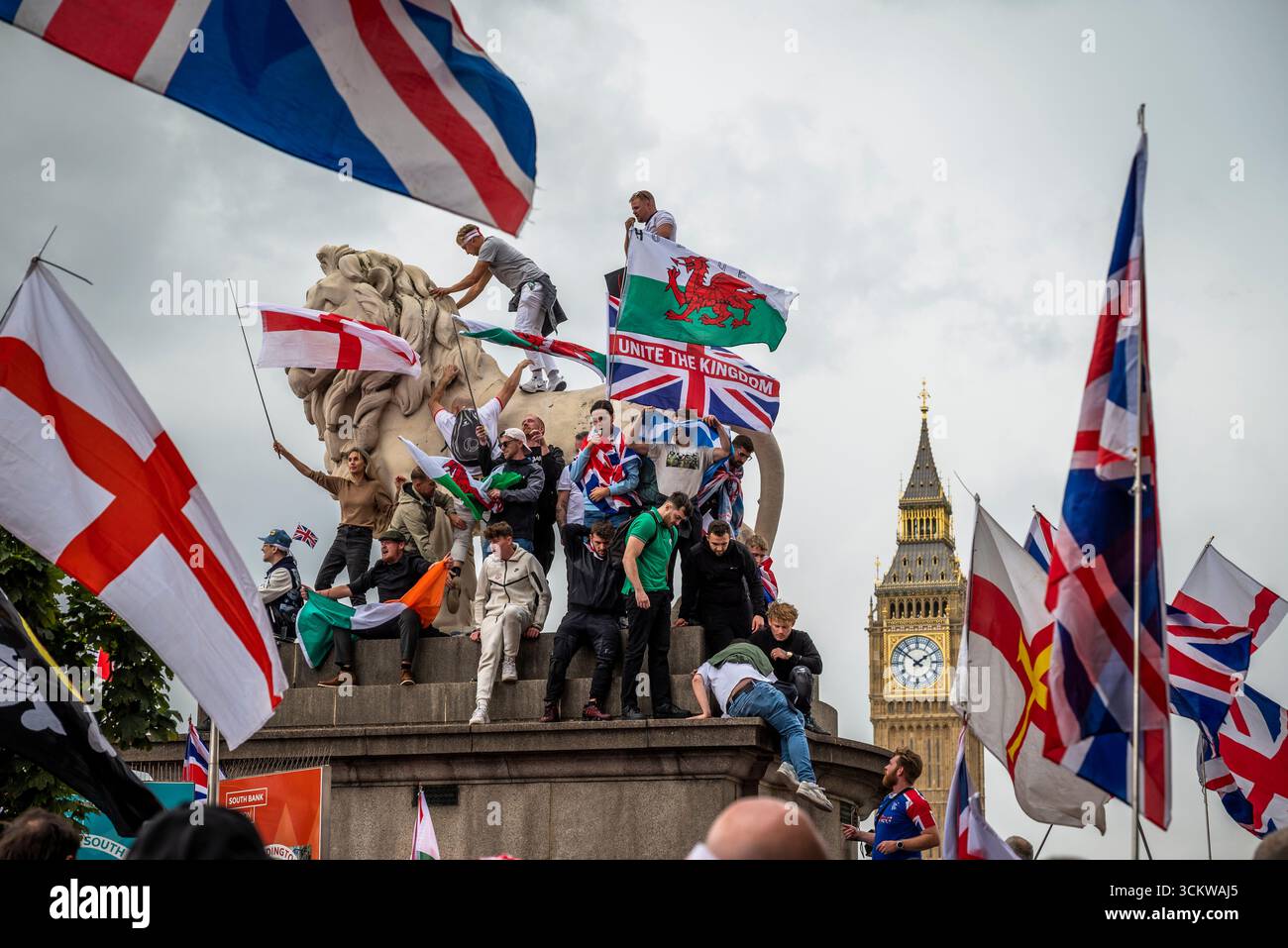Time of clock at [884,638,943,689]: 1:51
